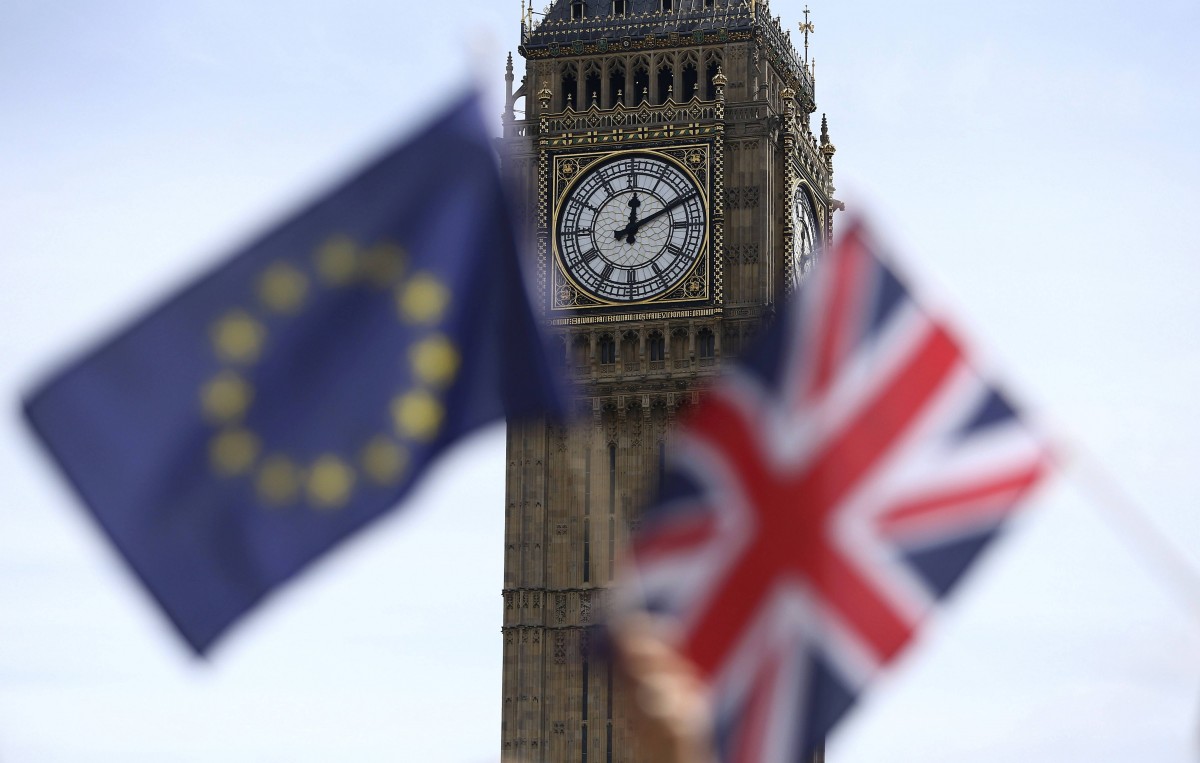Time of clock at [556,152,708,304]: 12:10
